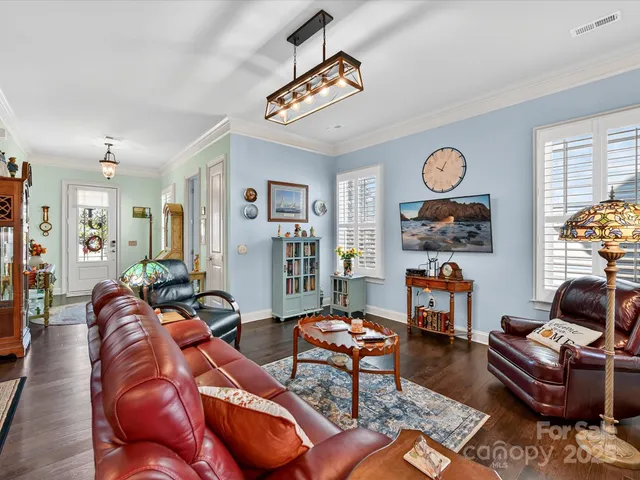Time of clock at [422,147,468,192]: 10:05
